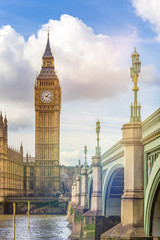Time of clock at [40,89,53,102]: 1:18
